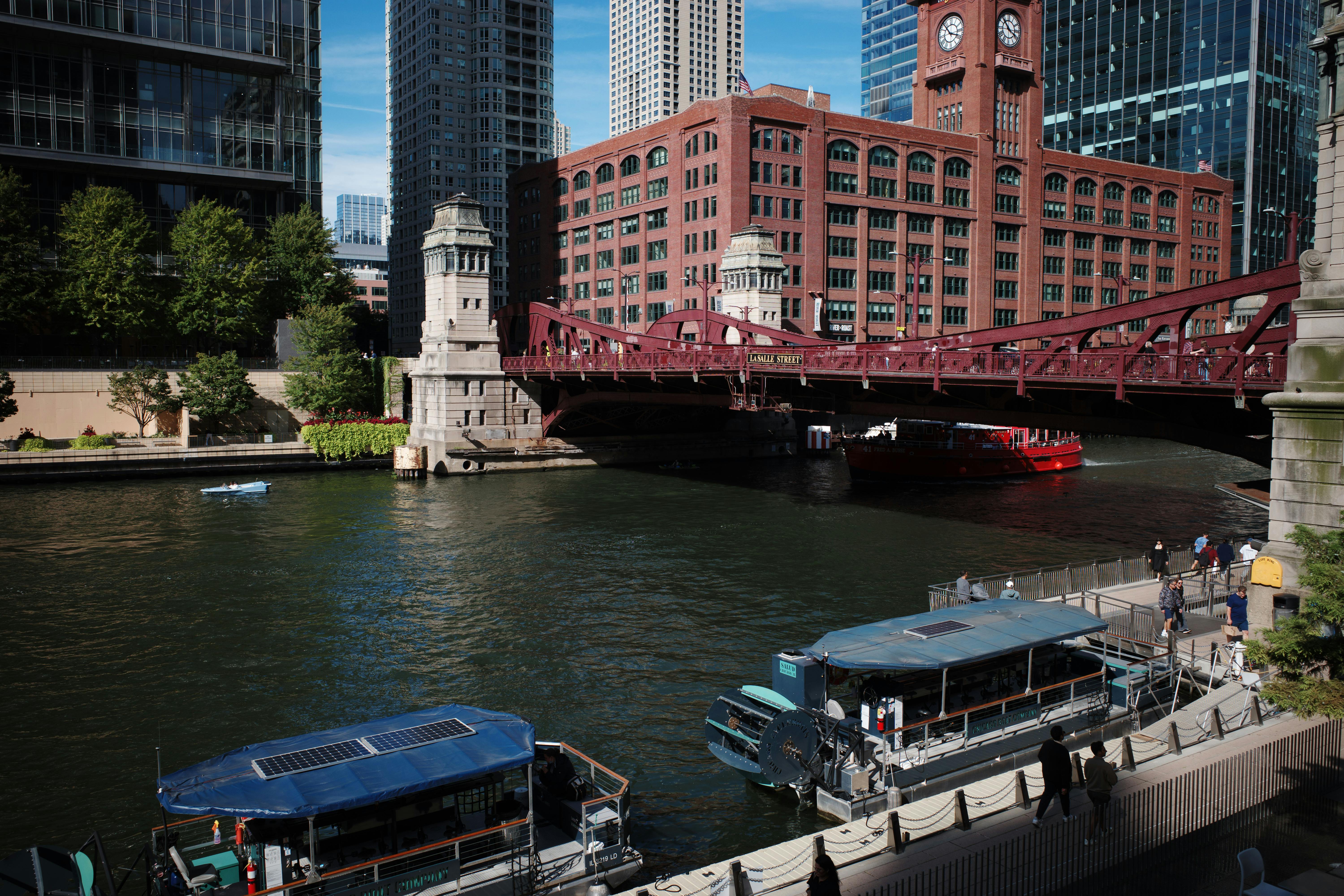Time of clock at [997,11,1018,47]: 3:52
